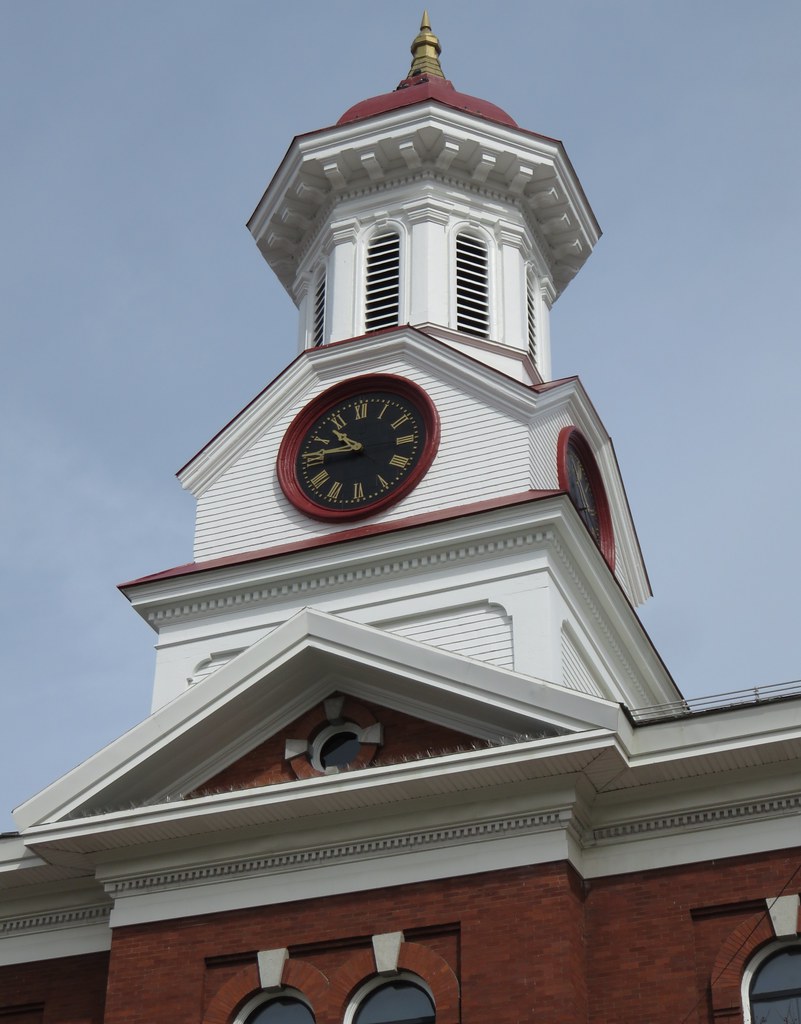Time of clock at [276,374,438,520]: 10:46
